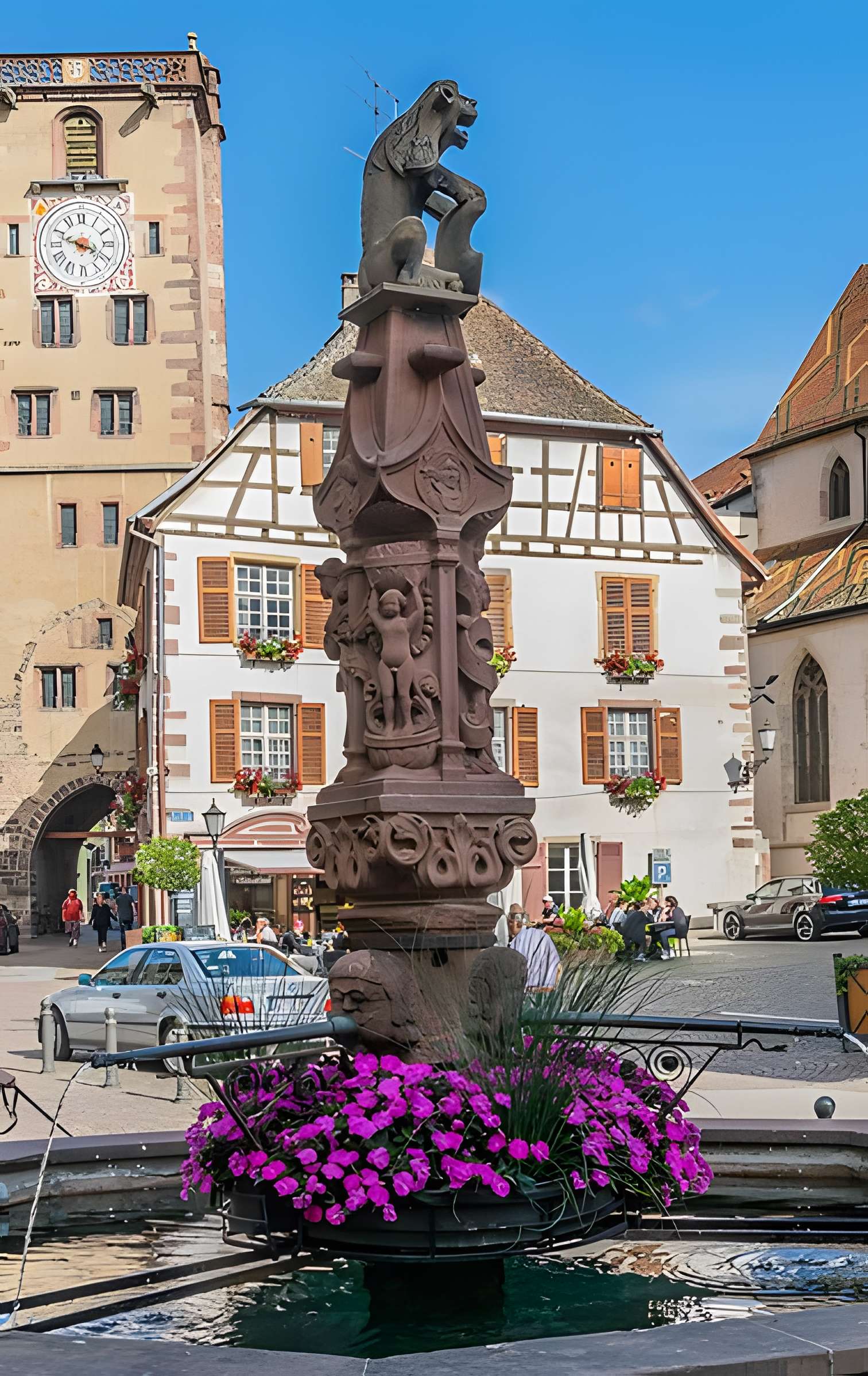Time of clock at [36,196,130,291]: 3:48
